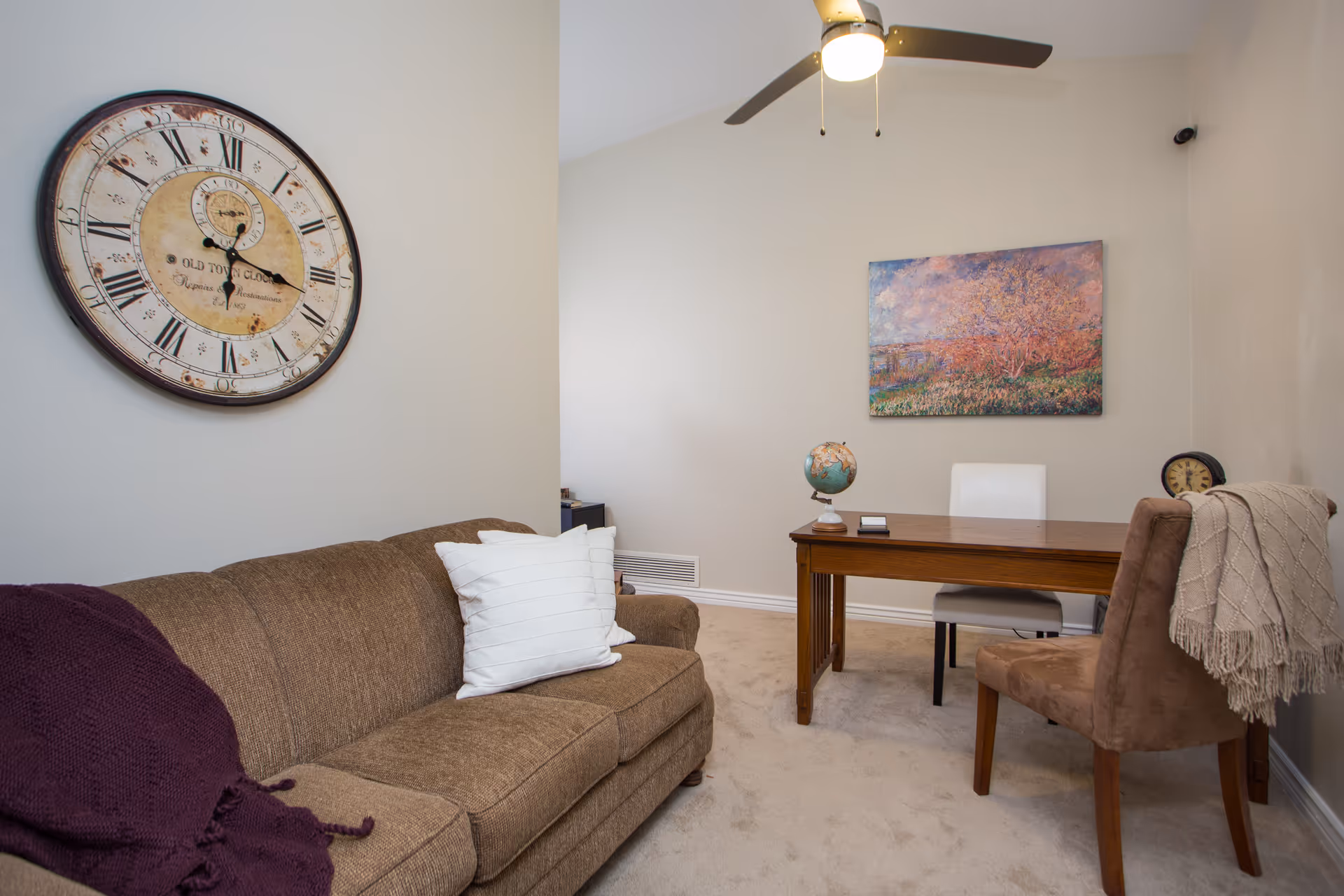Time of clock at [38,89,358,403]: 6:17
